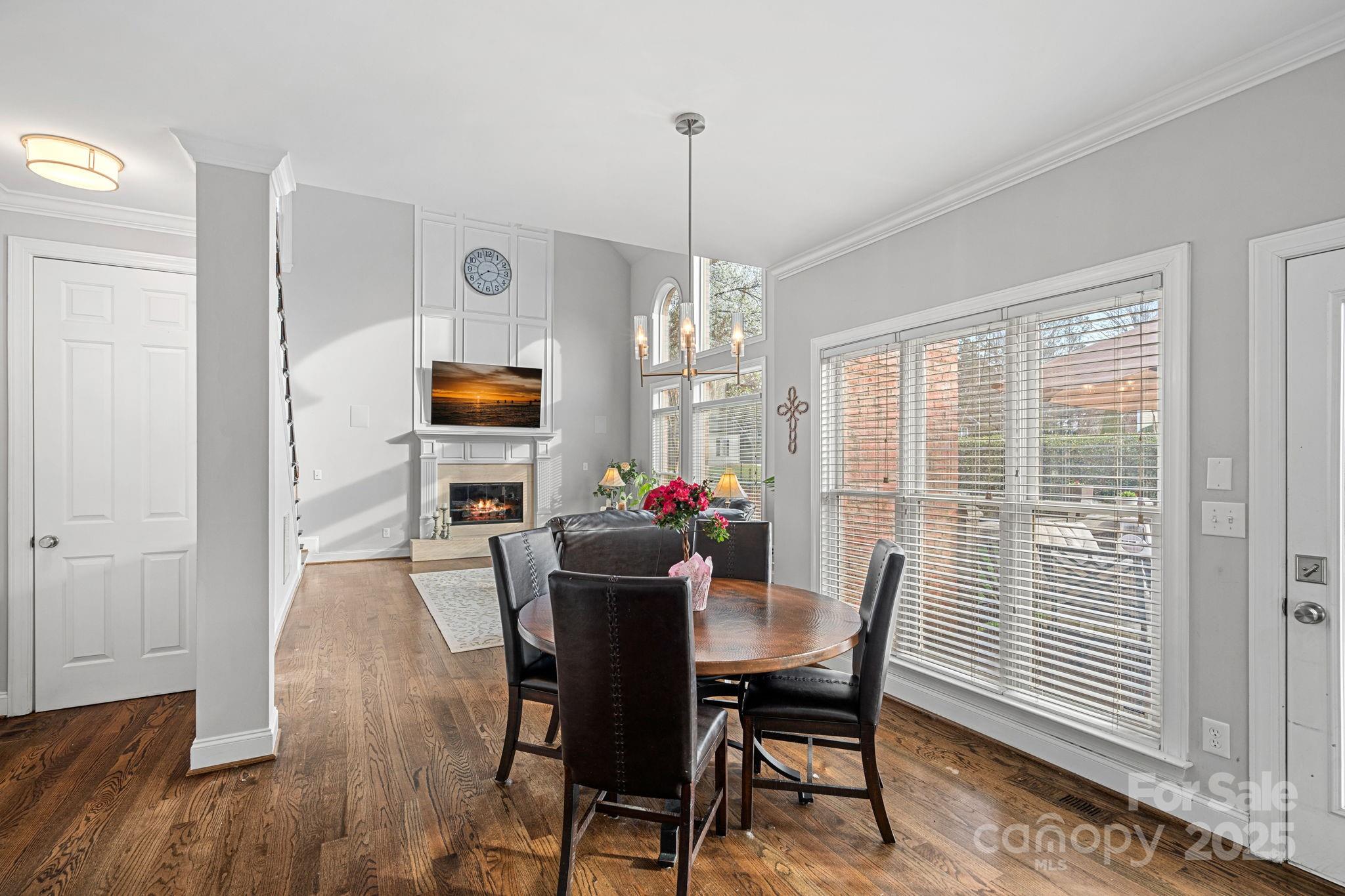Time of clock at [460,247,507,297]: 8:16
